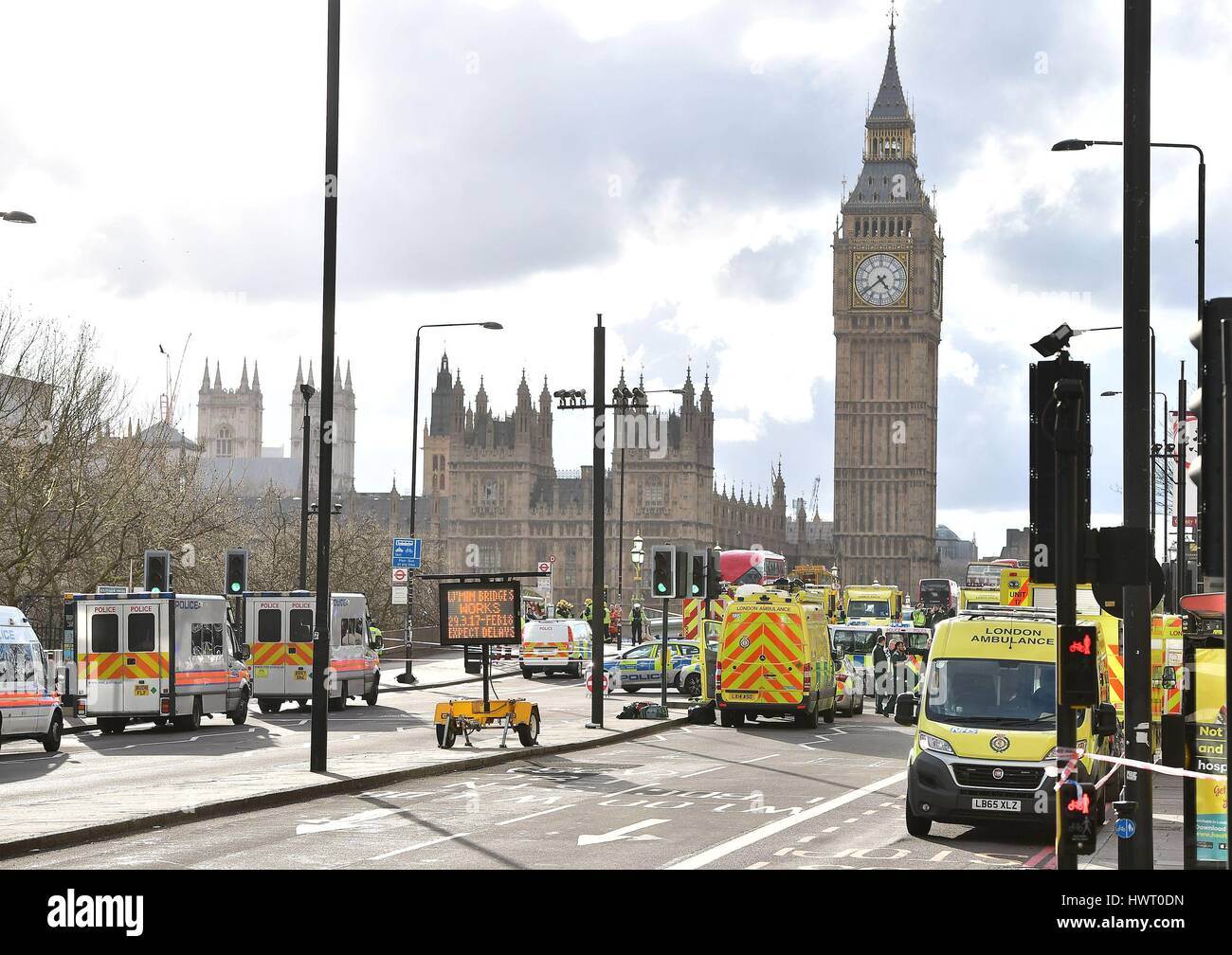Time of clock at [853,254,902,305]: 4:38
